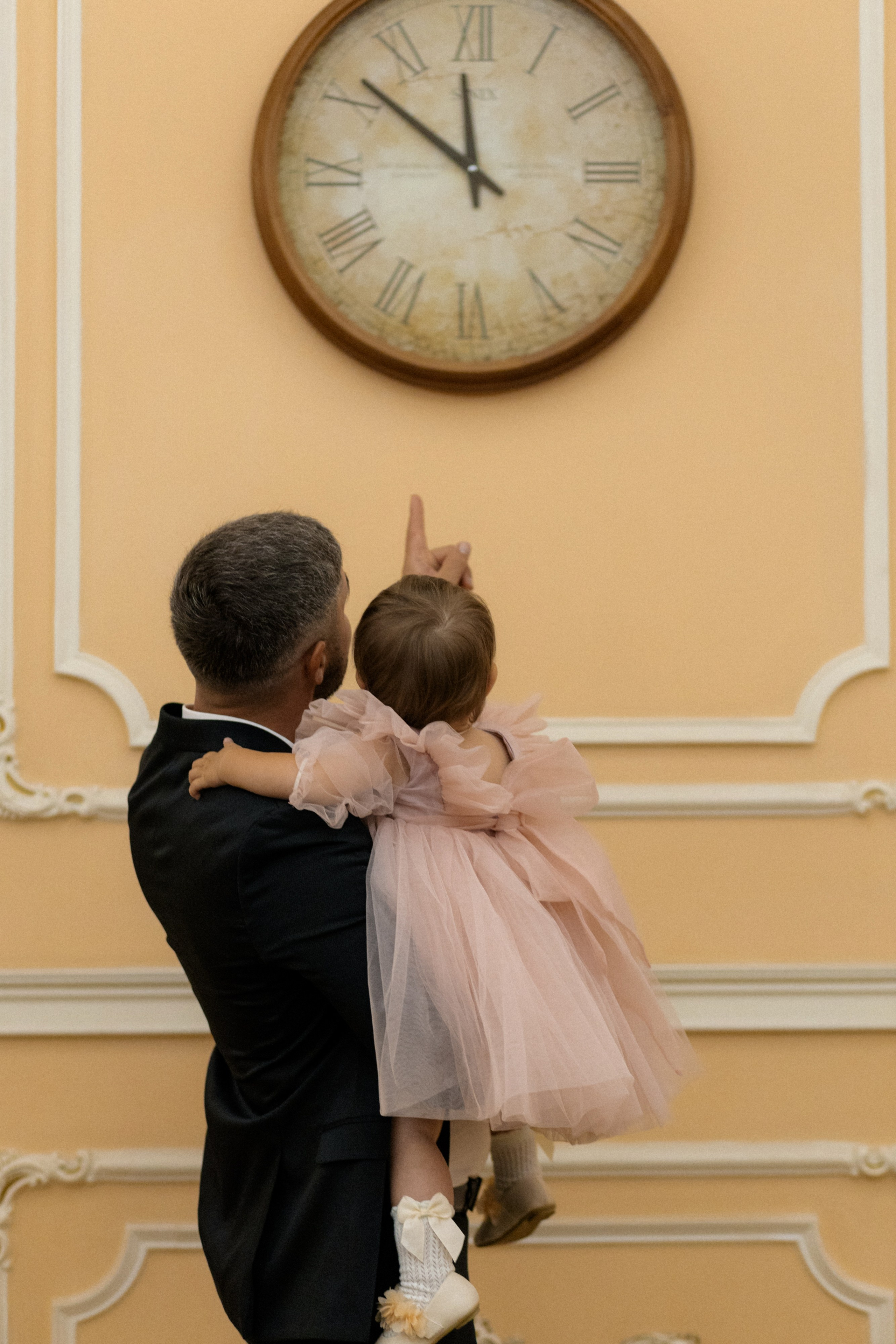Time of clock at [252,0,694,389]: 11:51
